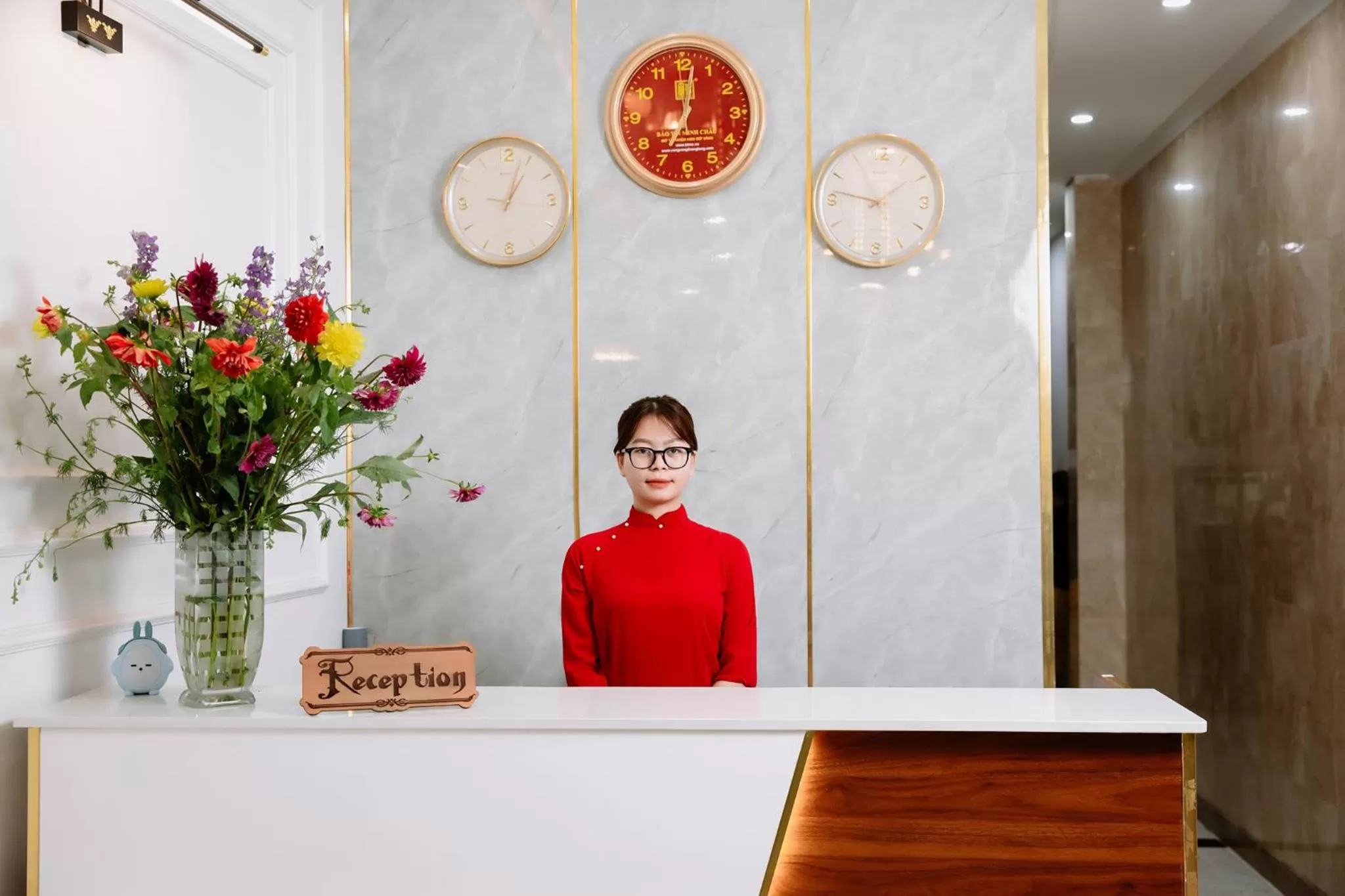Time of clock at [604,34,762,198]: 7:01
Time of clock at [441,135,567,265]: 1:03
